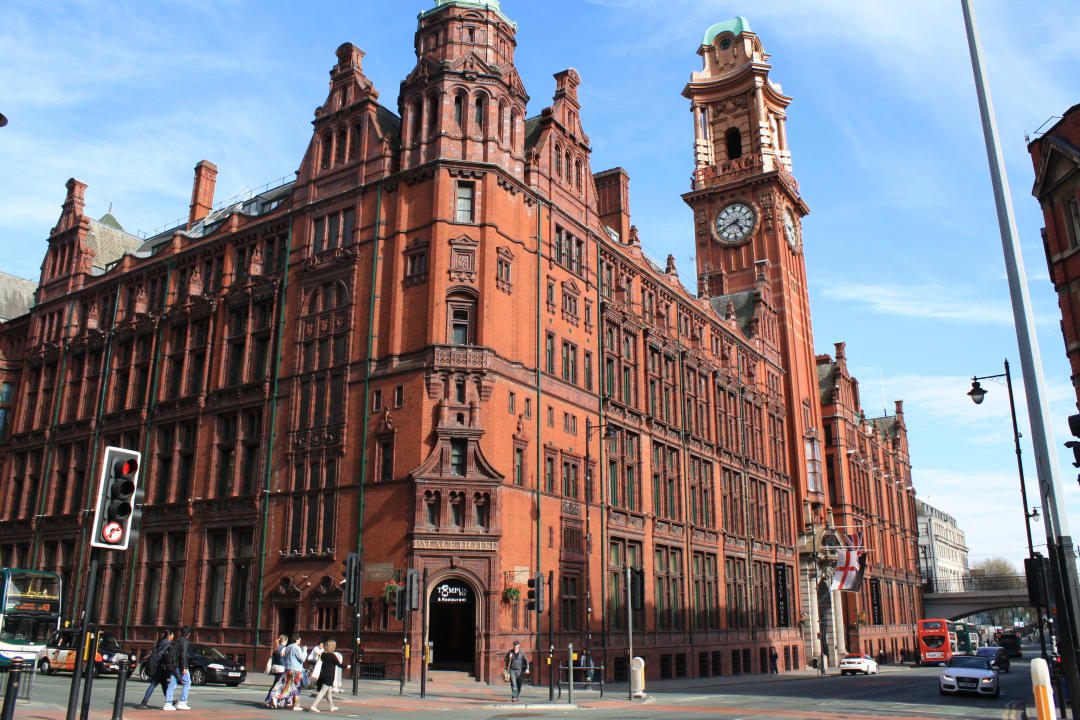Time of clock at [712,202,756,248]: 4:41
